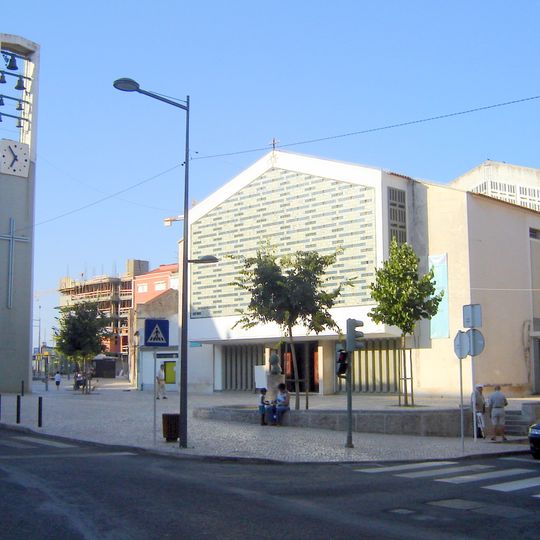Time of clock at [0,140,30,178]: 6:54
